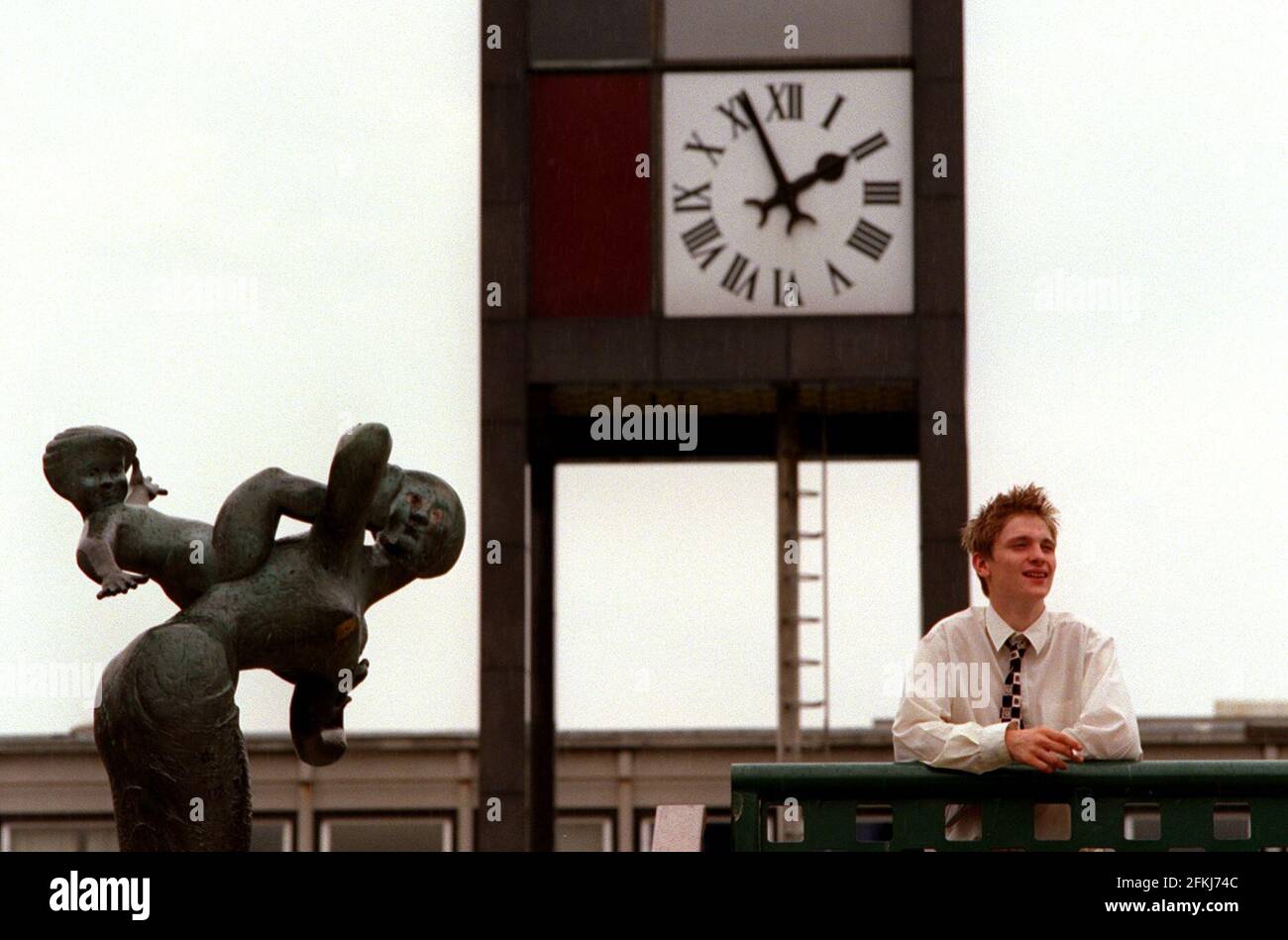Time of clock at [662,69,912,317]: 1:56
